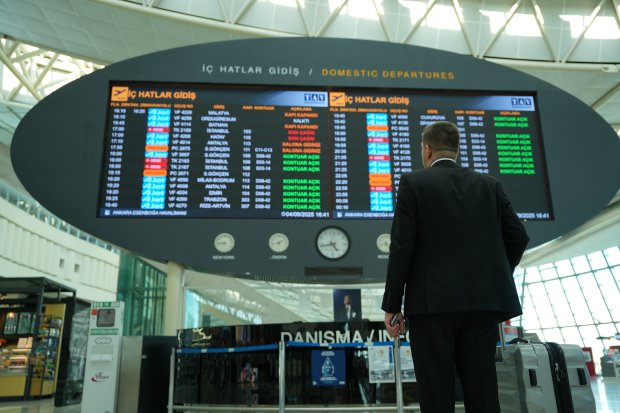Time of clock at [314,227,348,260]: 4:42
